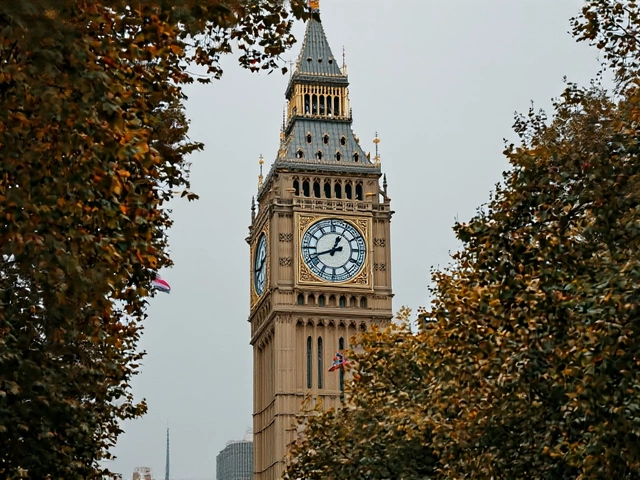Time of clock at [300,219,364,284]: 12:42
